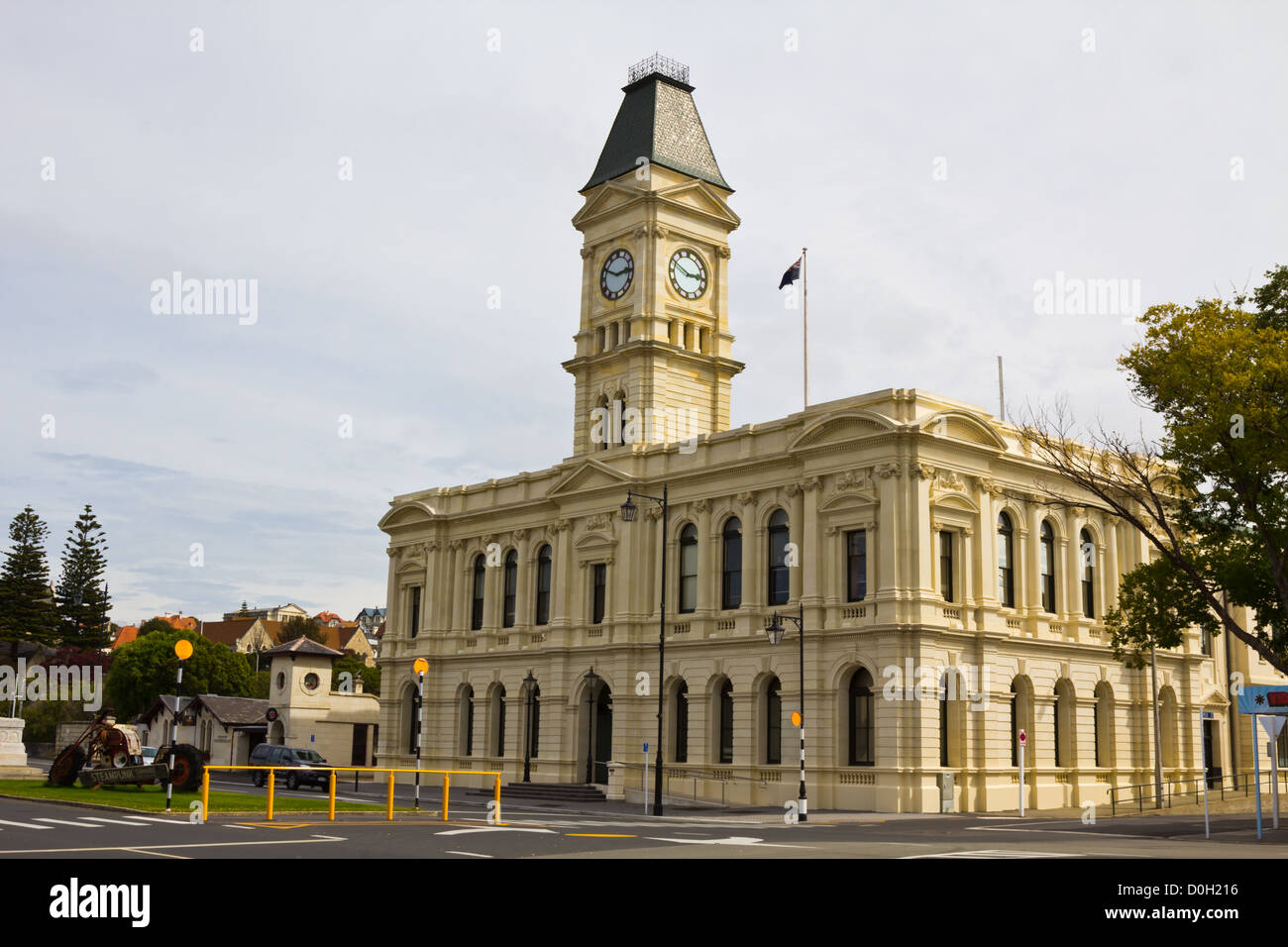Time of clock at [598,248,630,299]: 2:48
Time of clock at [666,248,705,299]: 2:49
